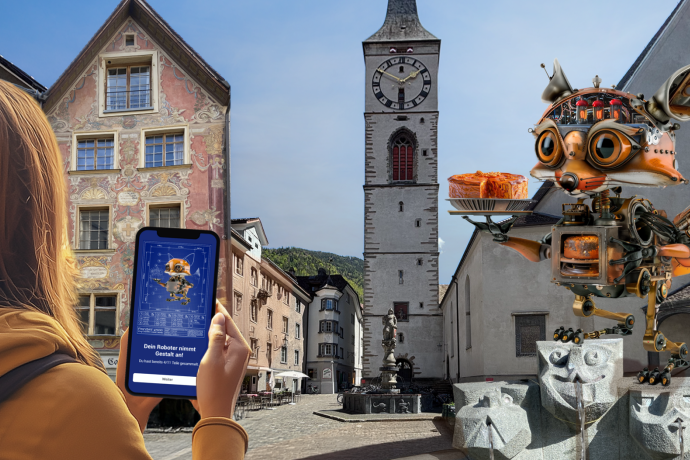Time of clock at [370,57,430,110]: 1:49
